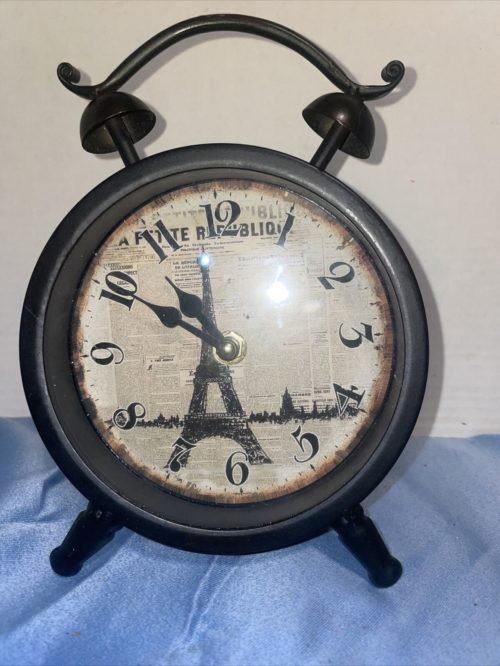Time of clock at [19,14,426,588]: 10:34
